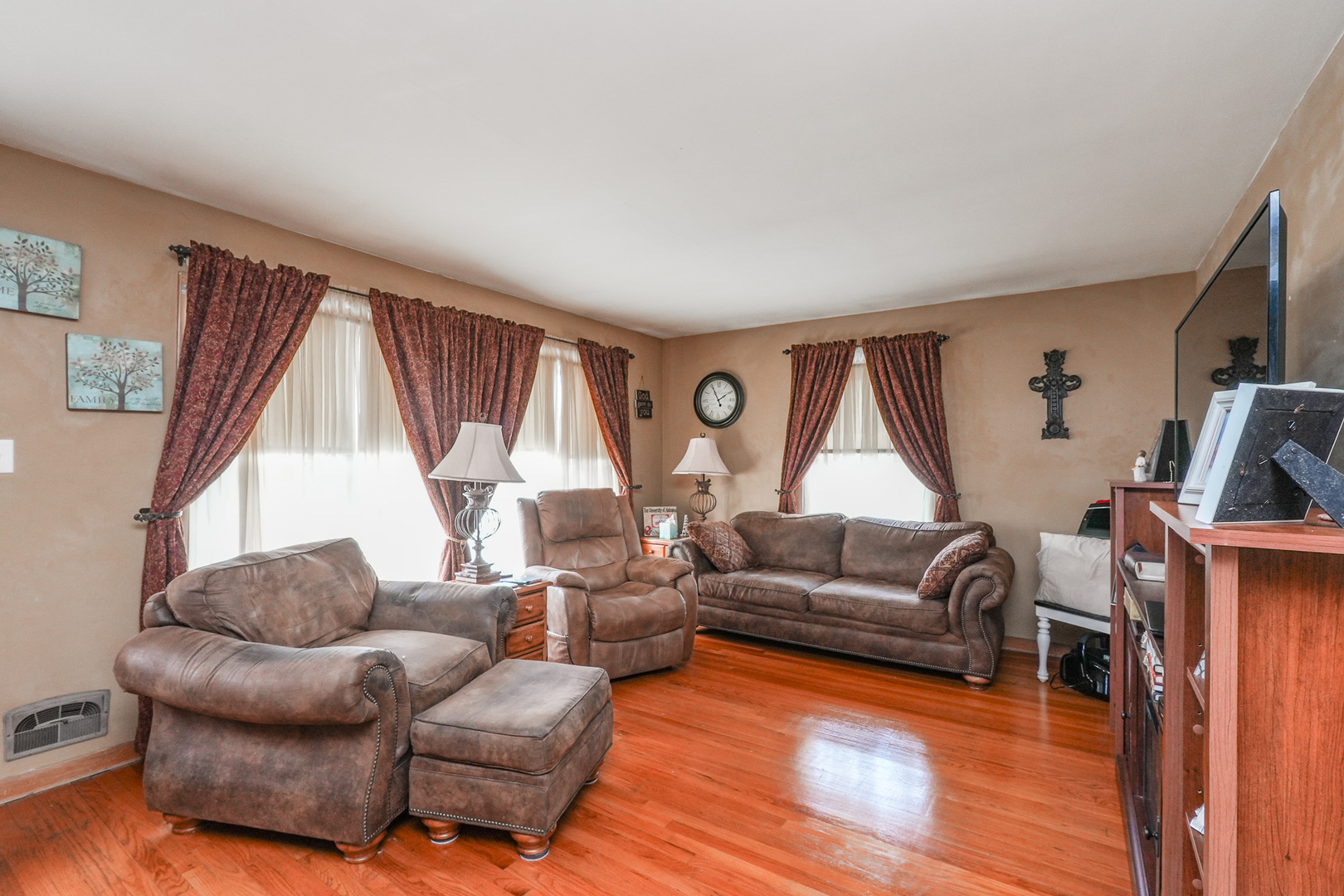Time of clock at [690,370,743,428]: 1:55
